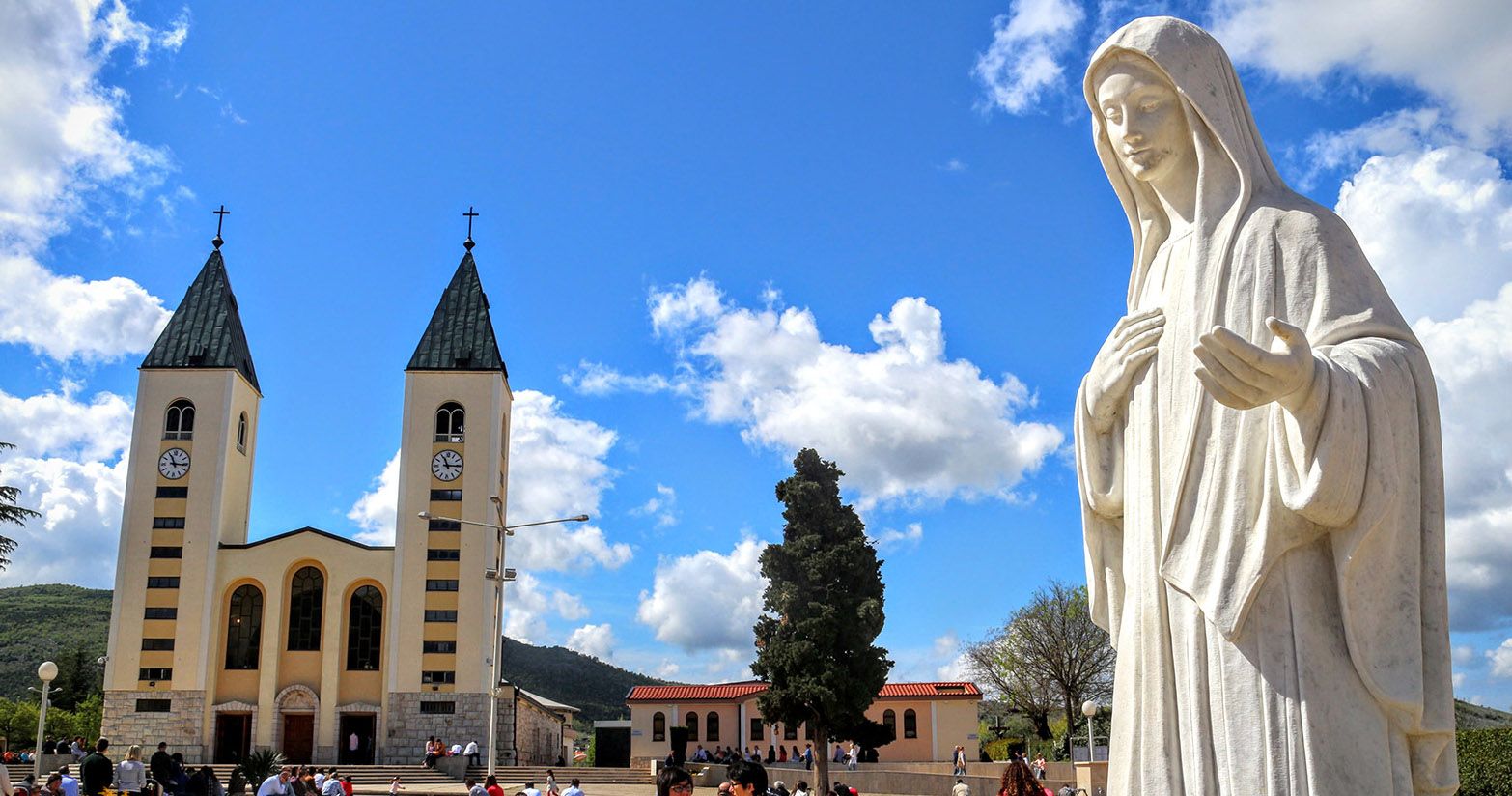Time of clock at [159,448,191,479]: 11:15
